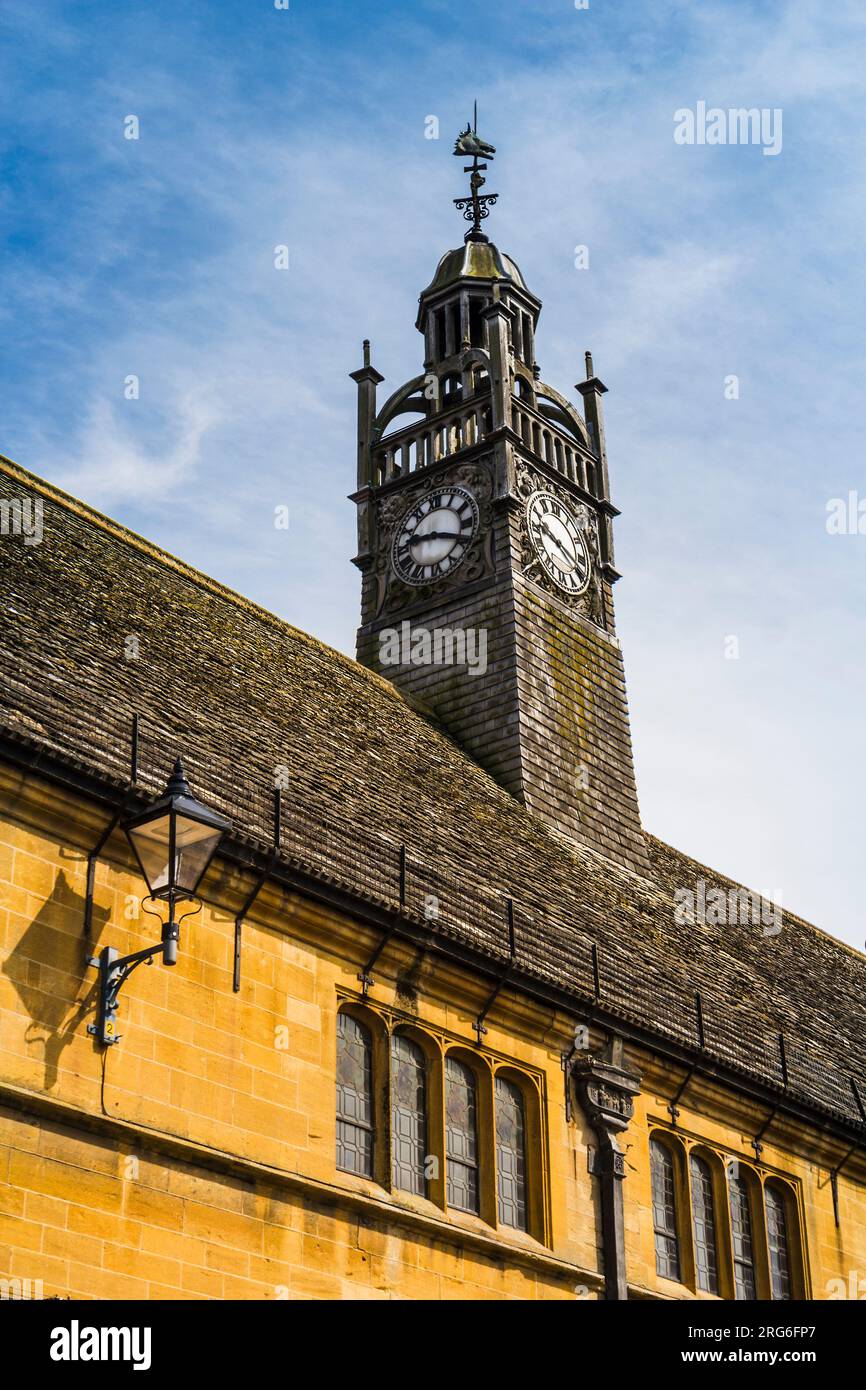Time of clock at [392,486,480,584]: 9:18
